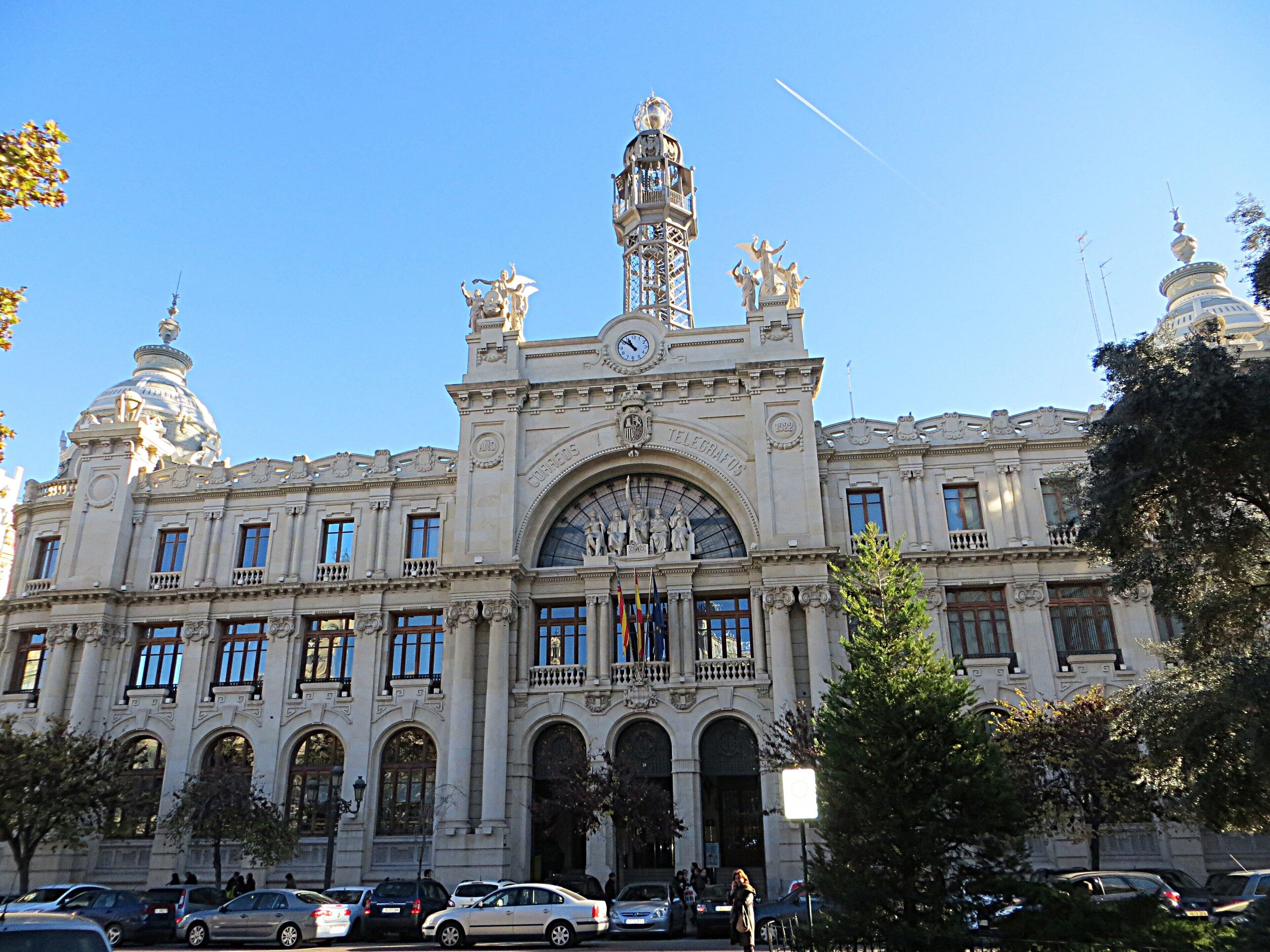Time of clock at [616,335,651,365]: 10:51
